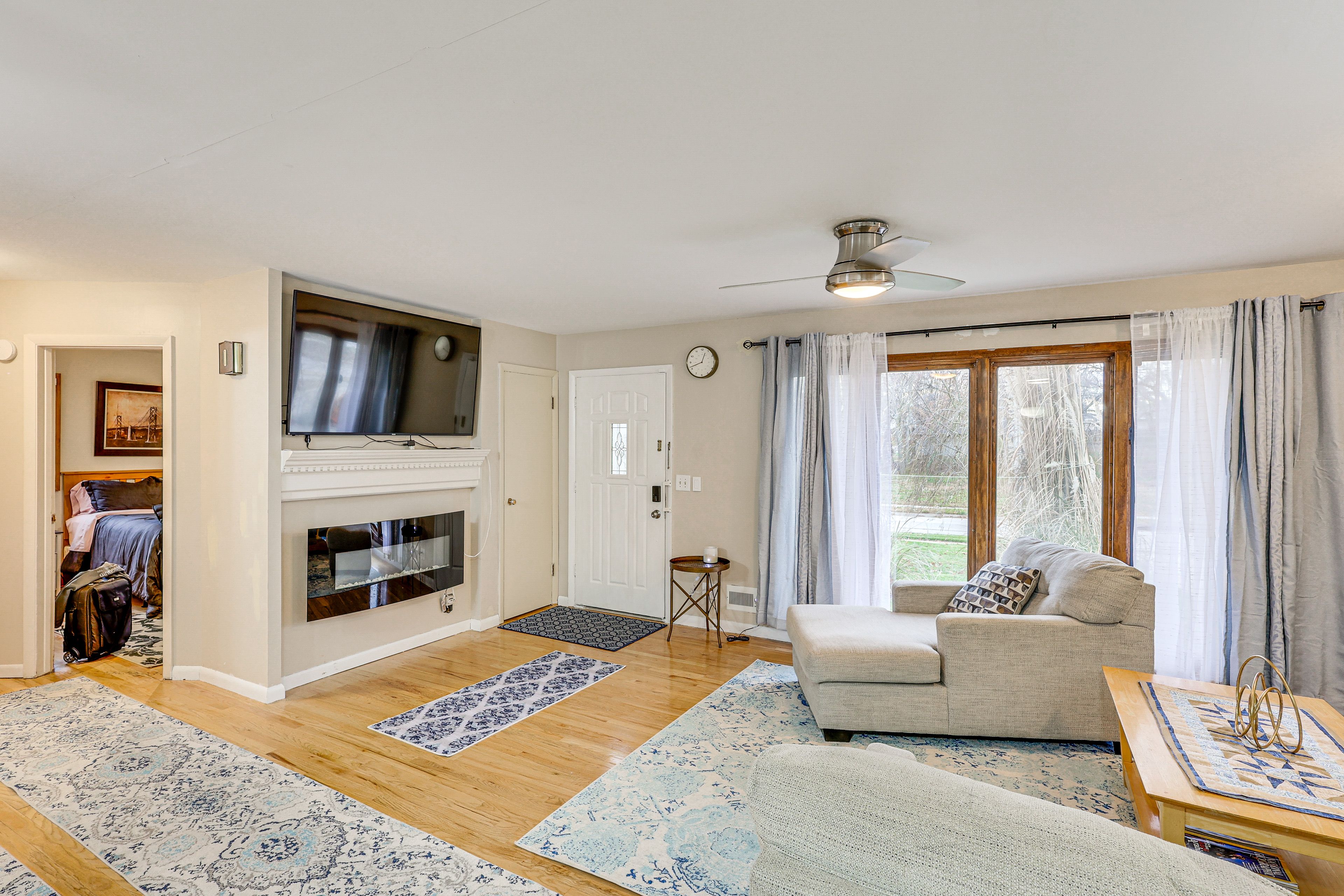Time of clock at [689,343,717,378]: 12:41
